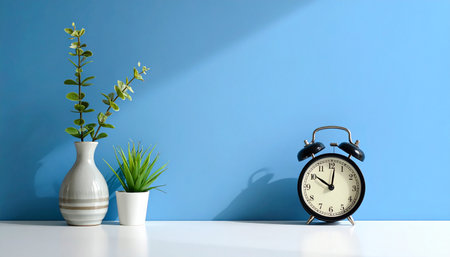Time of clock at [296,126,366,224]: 10:01
